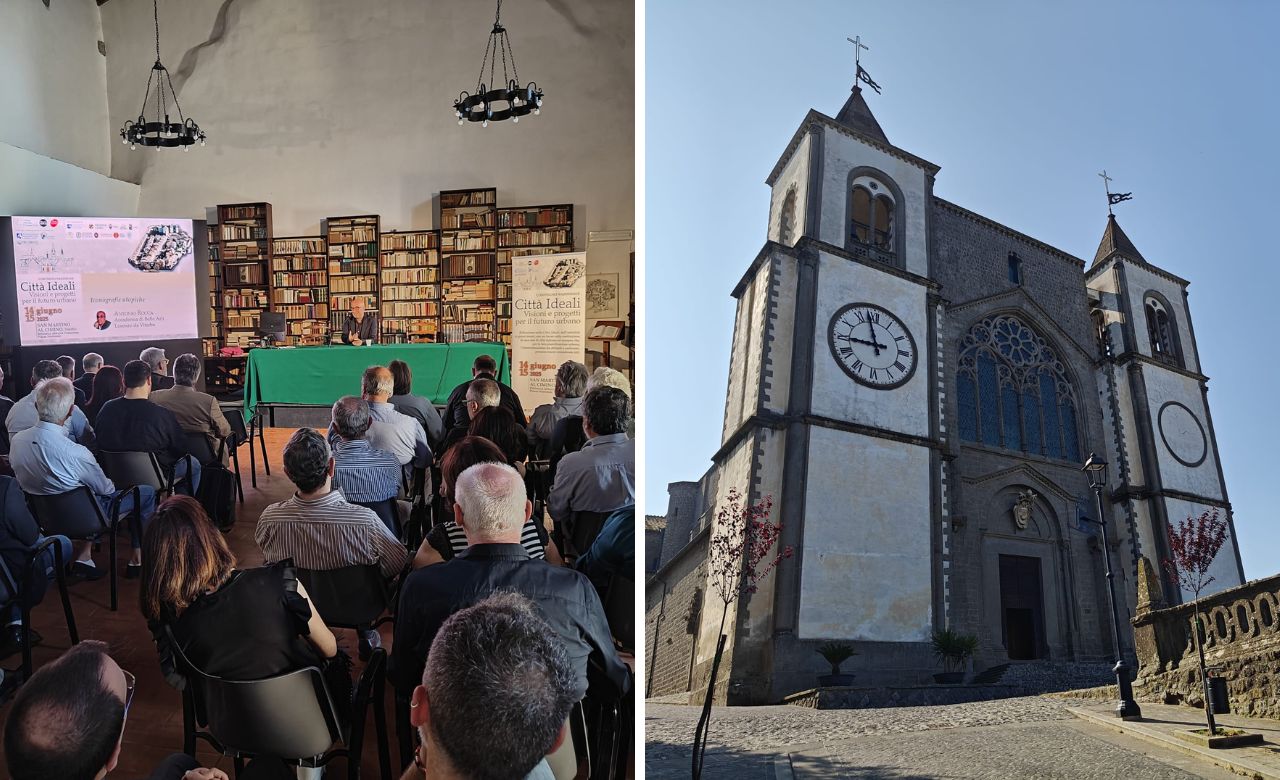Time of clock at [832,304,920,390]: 8:57
